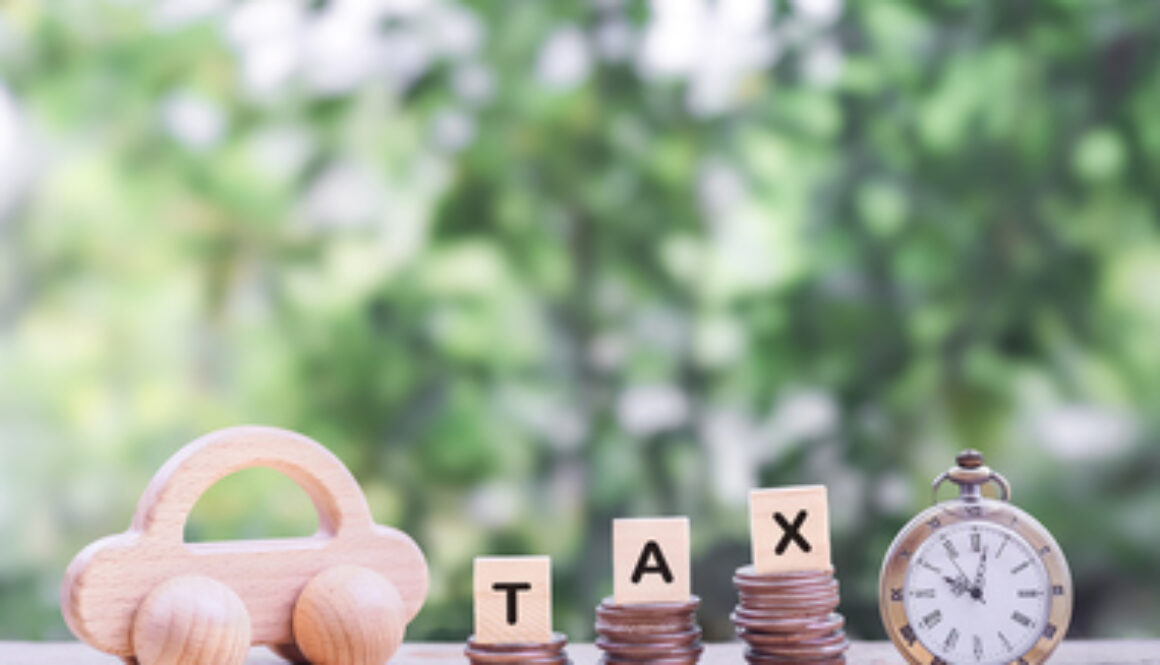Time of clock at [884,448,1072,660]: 10:01
